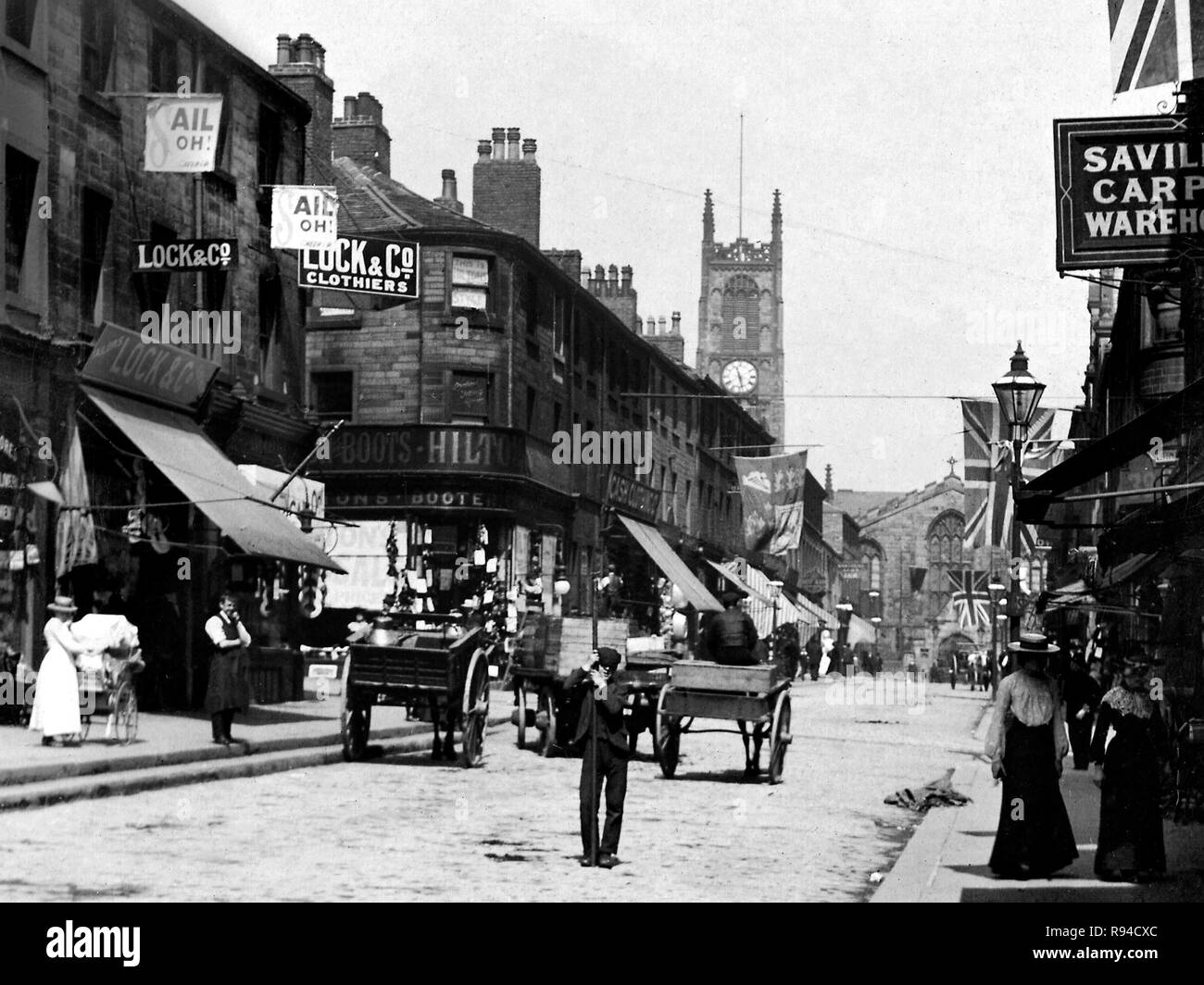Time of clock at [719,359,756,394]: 11:28
